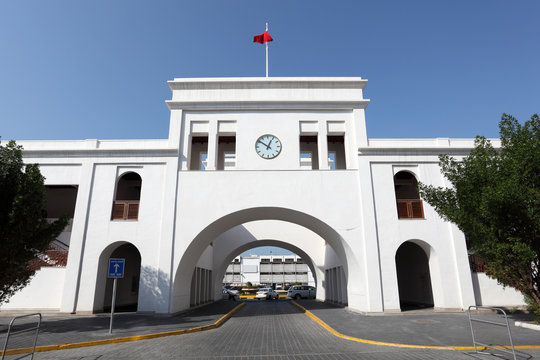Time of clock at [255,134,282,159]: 12:51
